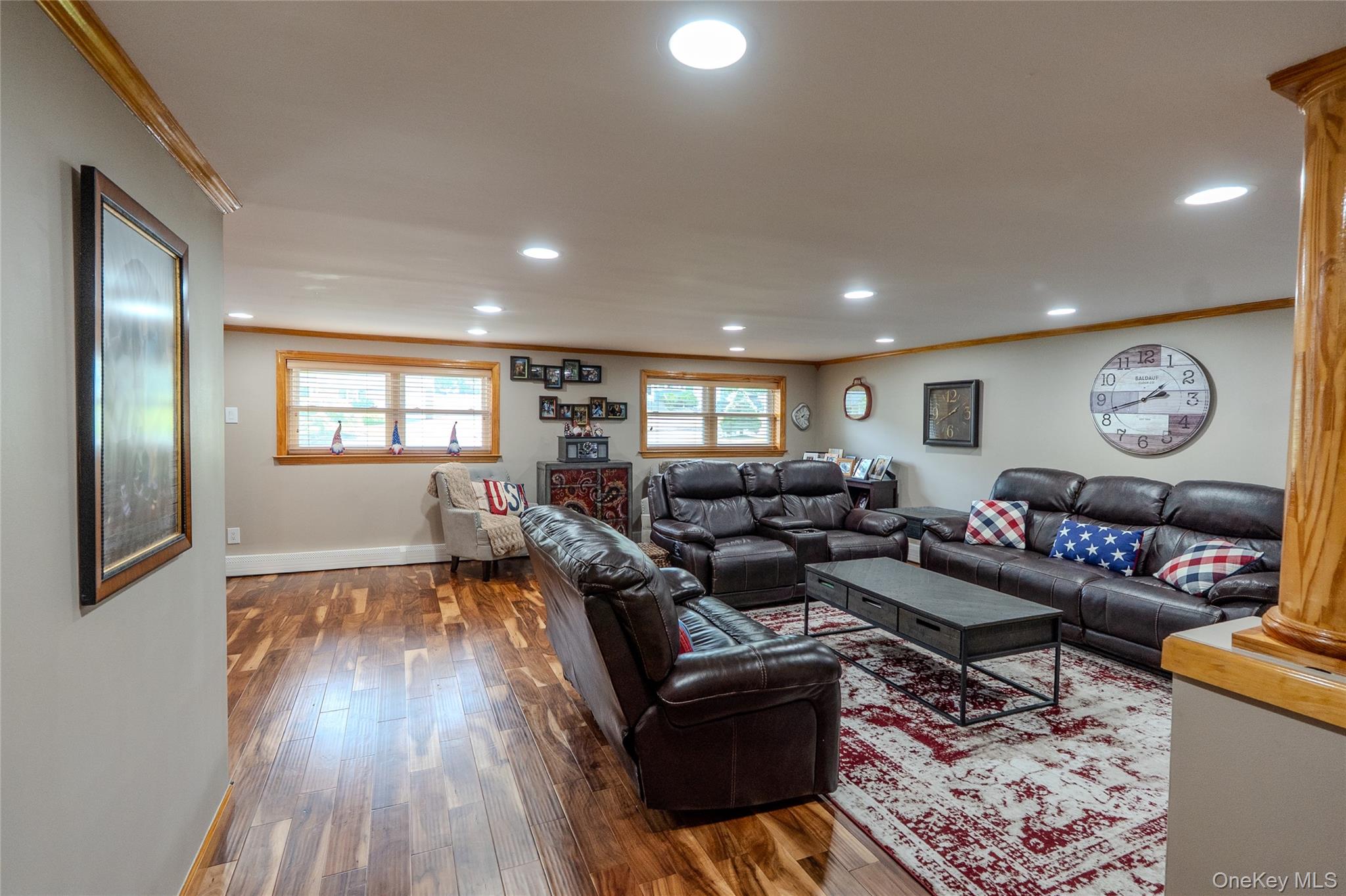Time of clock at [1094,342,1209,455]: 1:42
